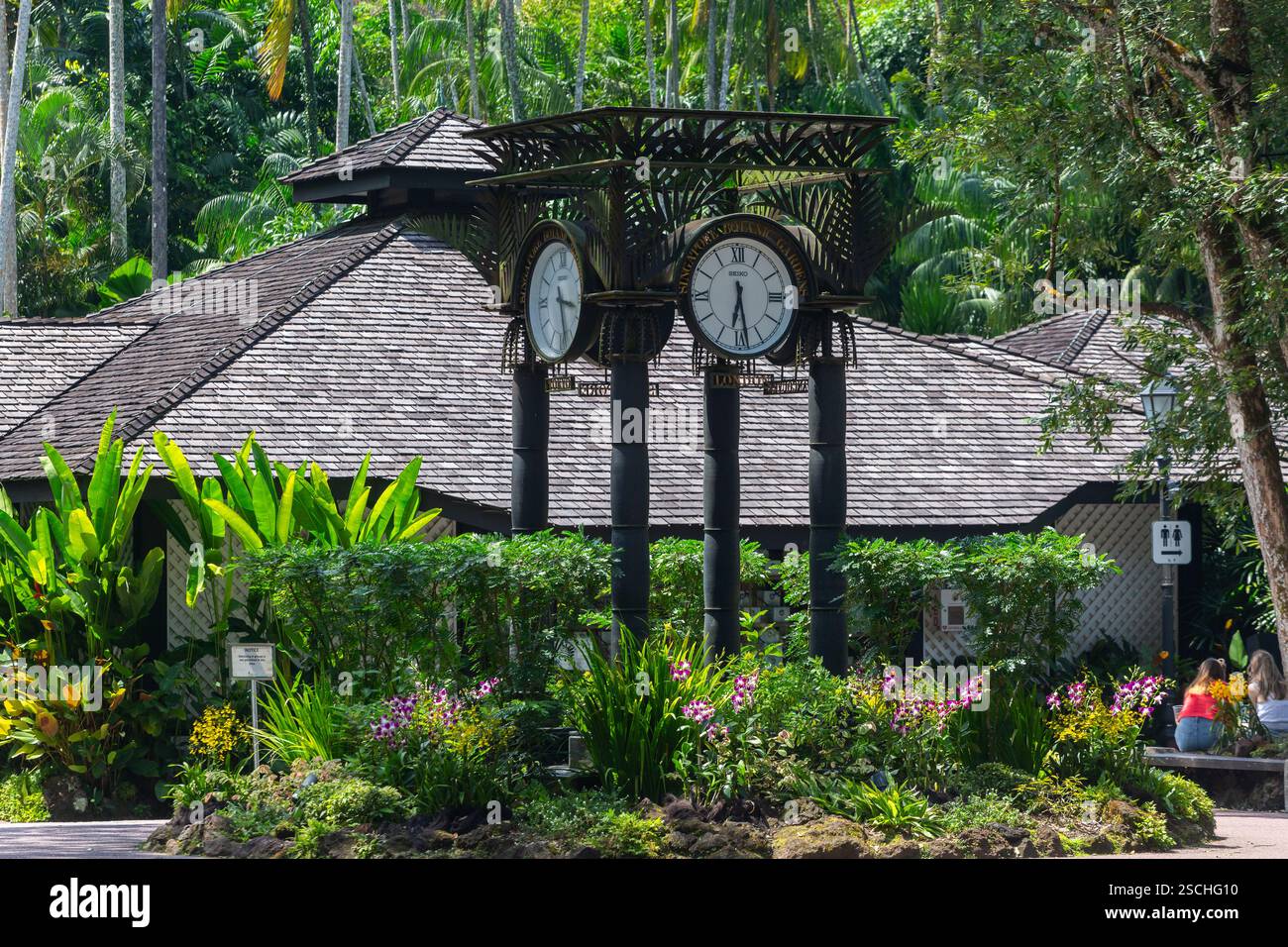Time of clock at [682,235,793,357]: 6:28
